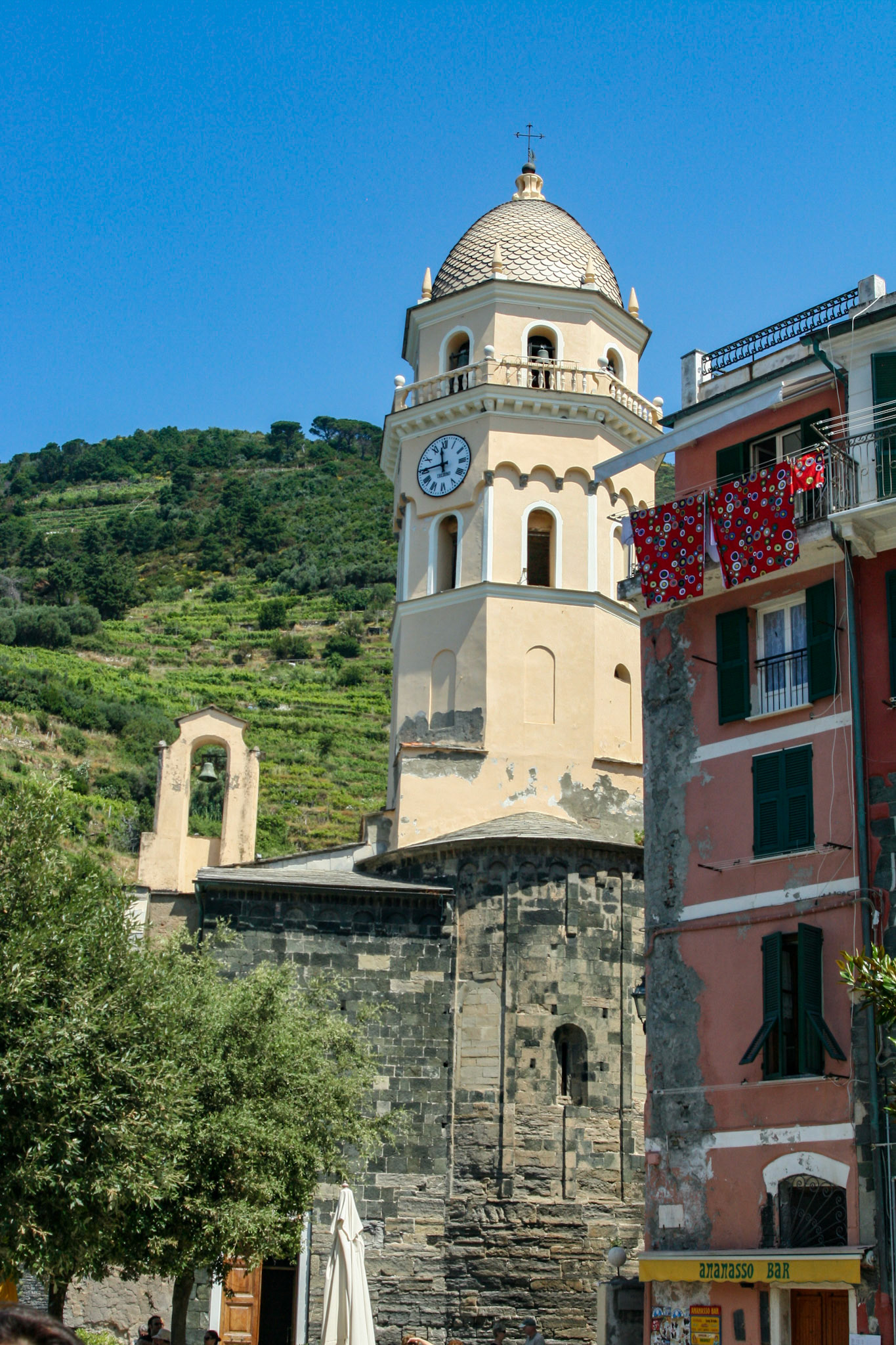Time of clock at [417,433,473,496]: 11:45
